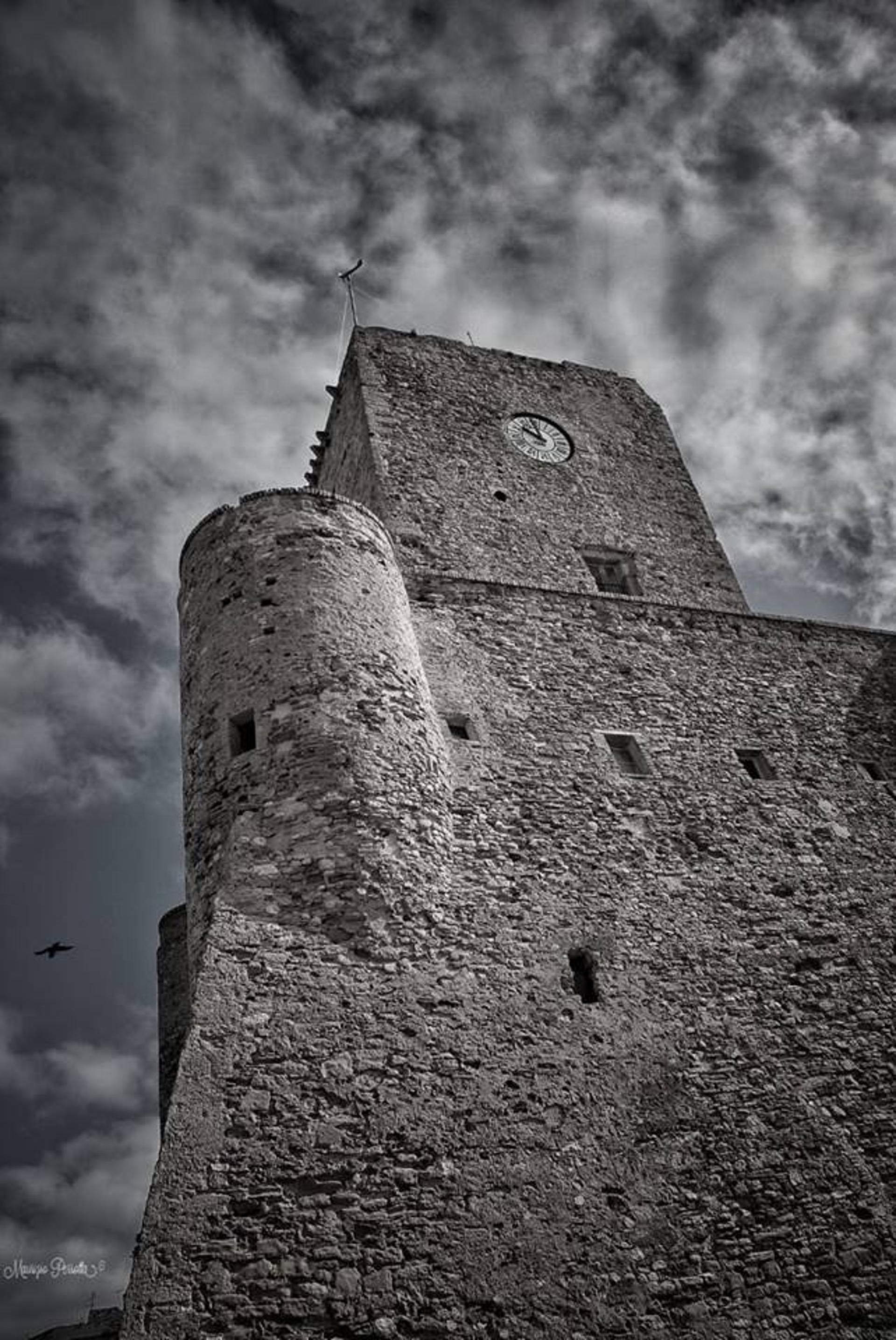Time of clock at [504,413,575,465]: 9:57
